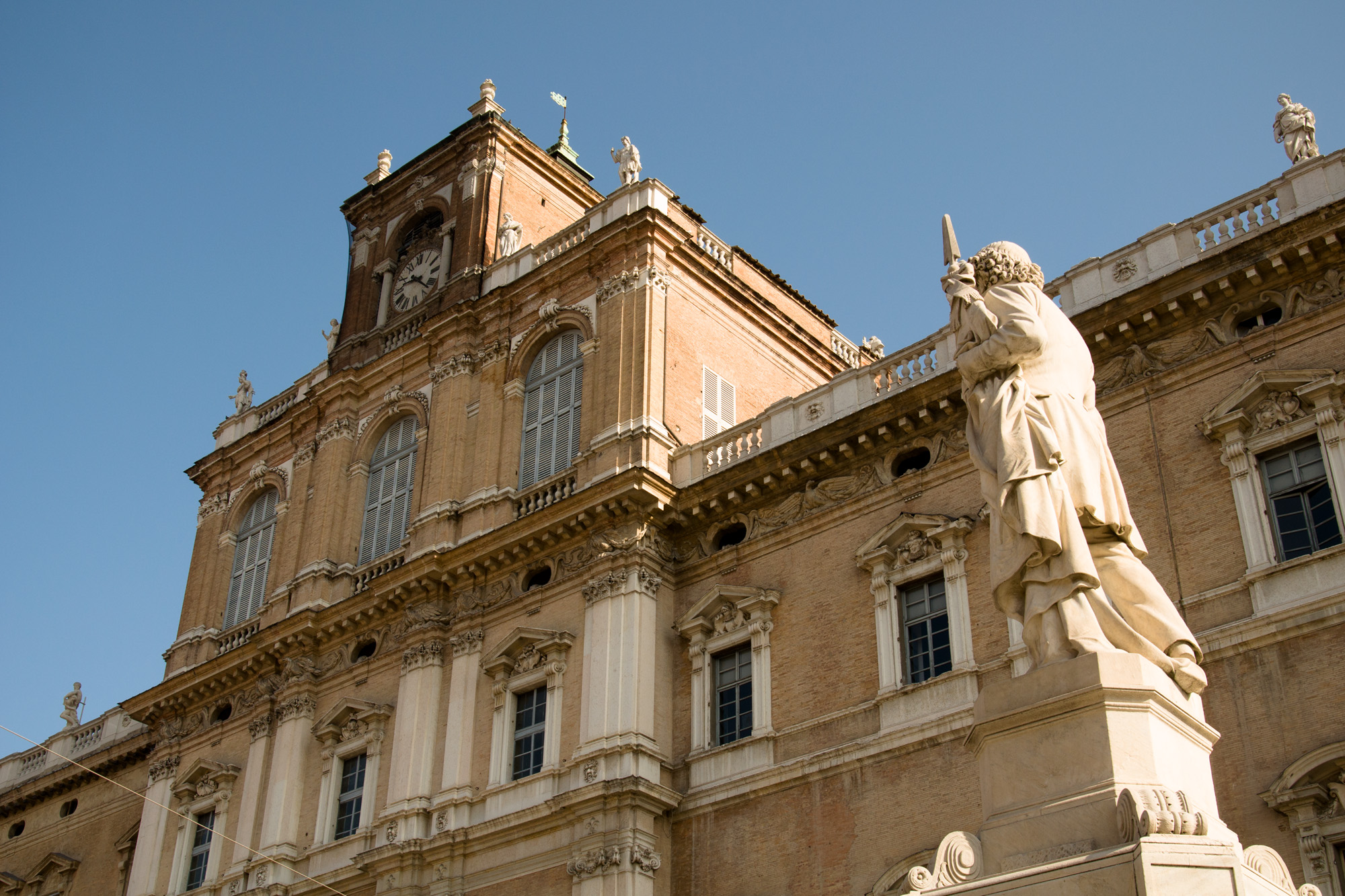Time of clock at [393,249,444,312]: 9:22
